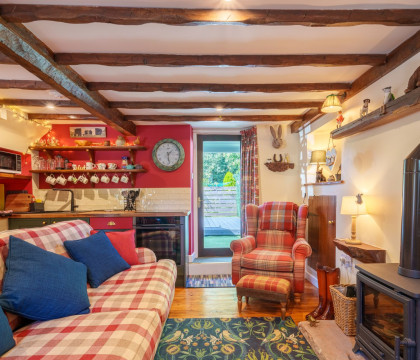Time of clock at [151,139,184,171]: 1:28
